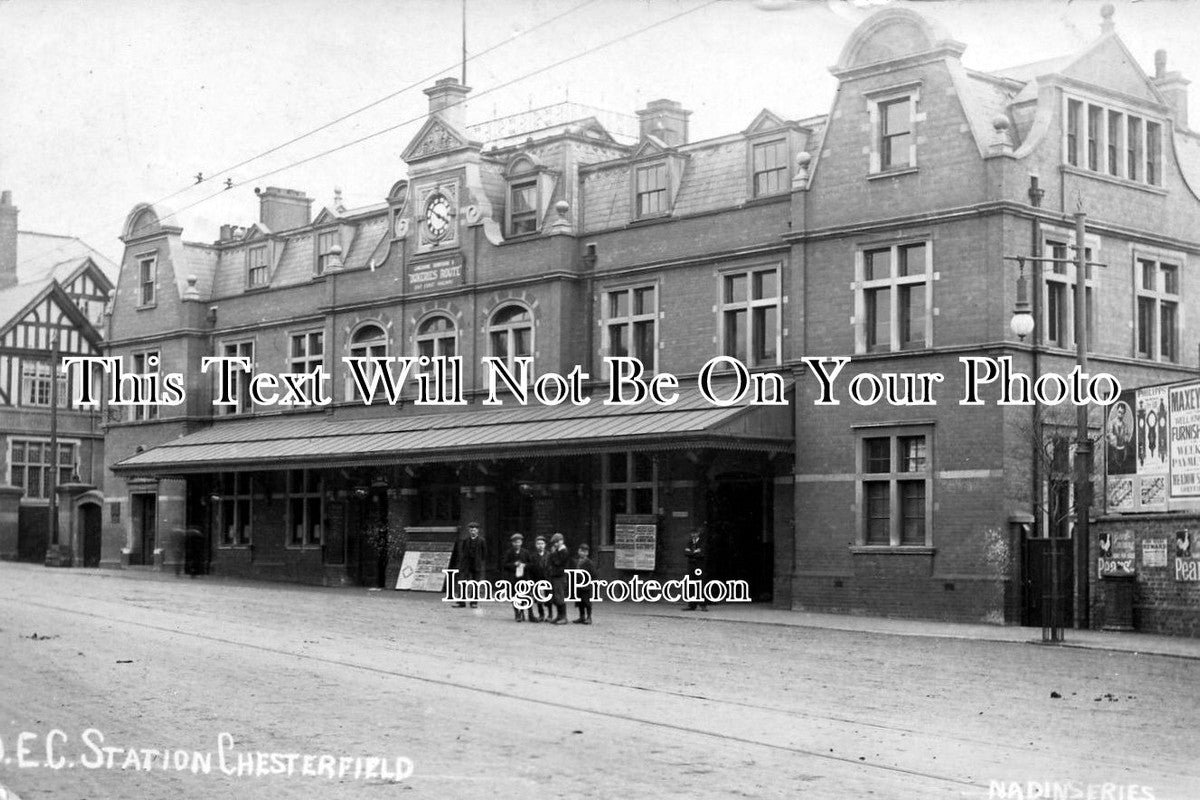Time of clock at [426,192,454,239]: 3:50
